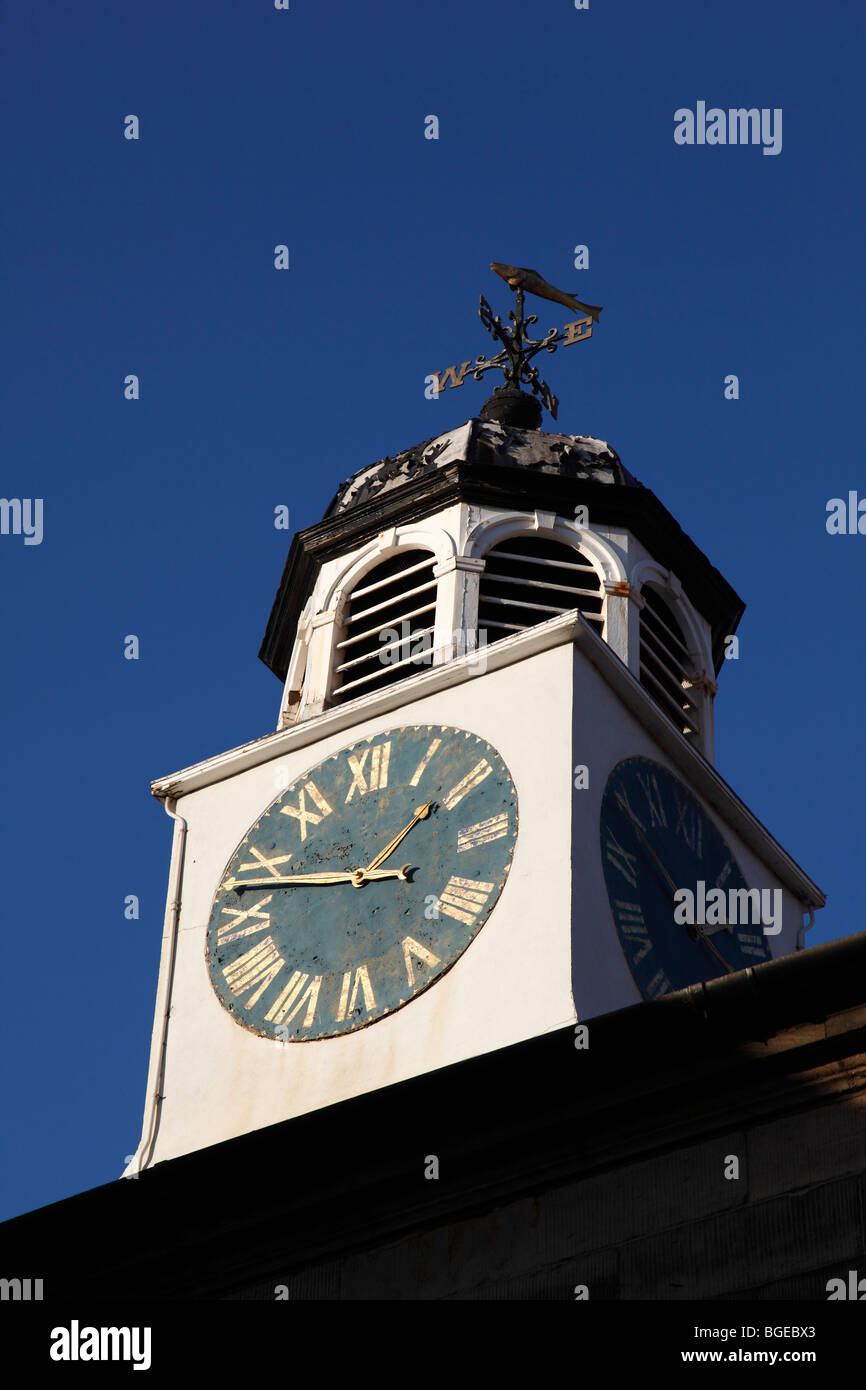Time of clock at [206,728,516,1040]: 1:47
